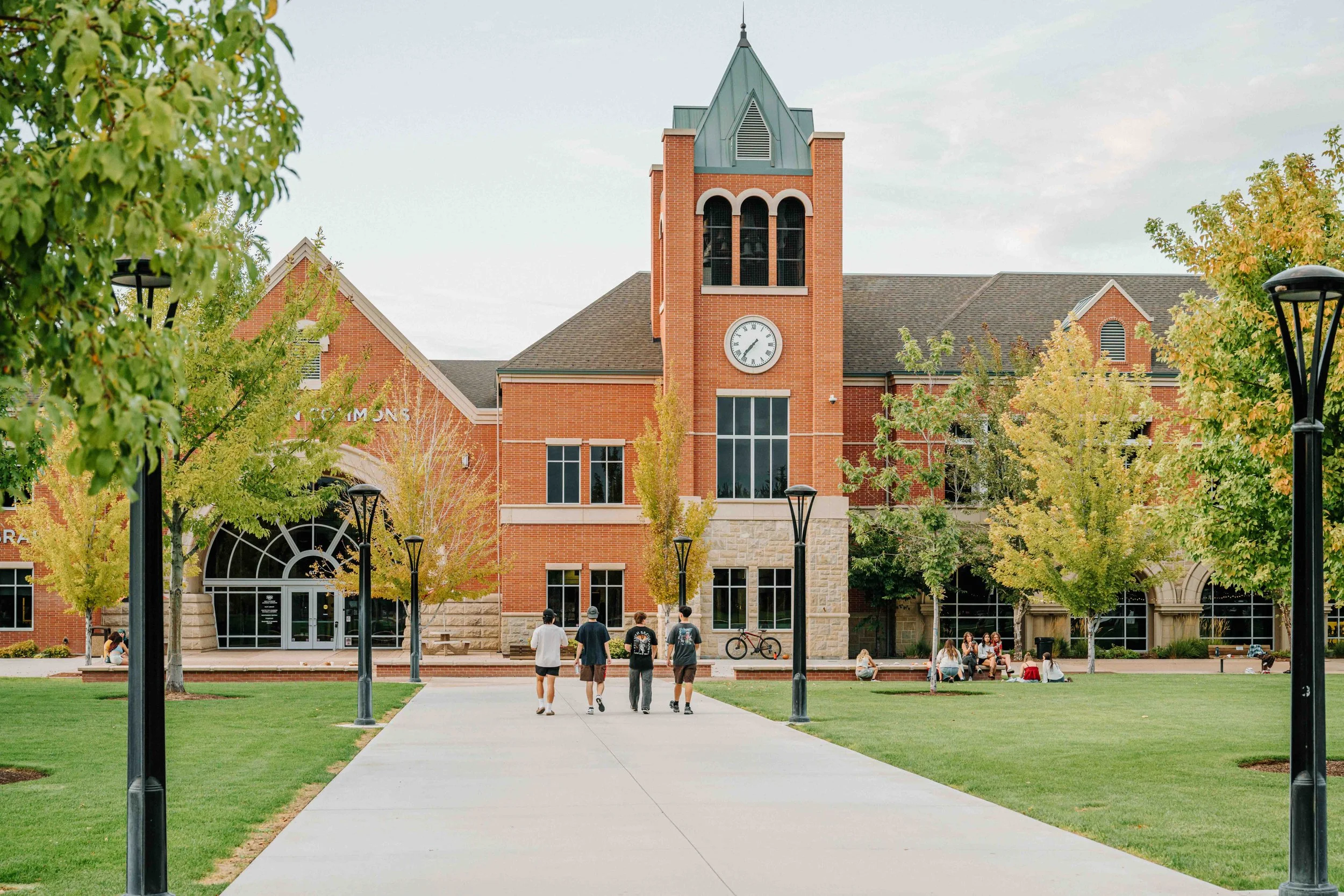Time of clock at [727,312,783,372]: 7:36
